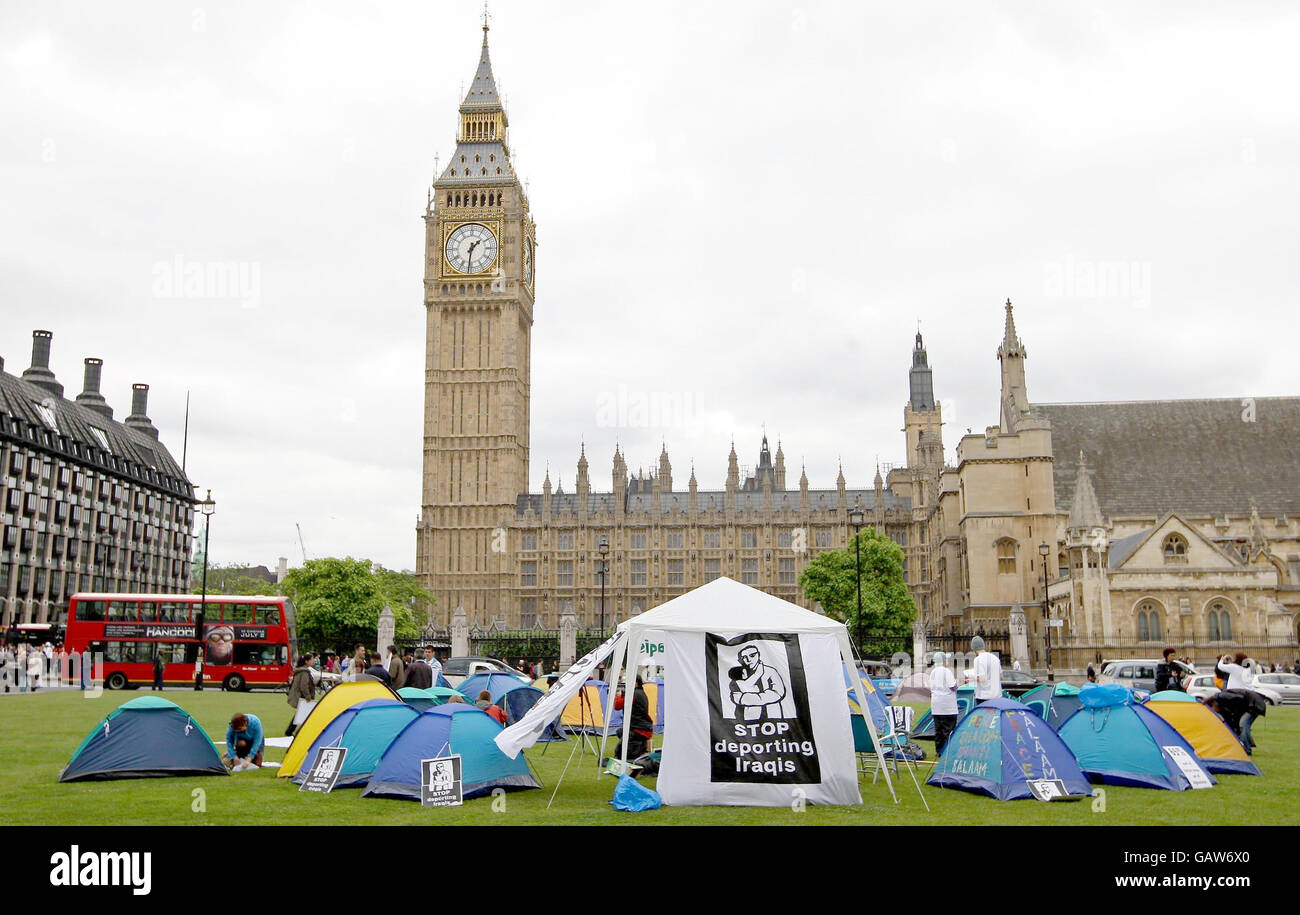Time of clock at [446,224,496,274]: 1:31
